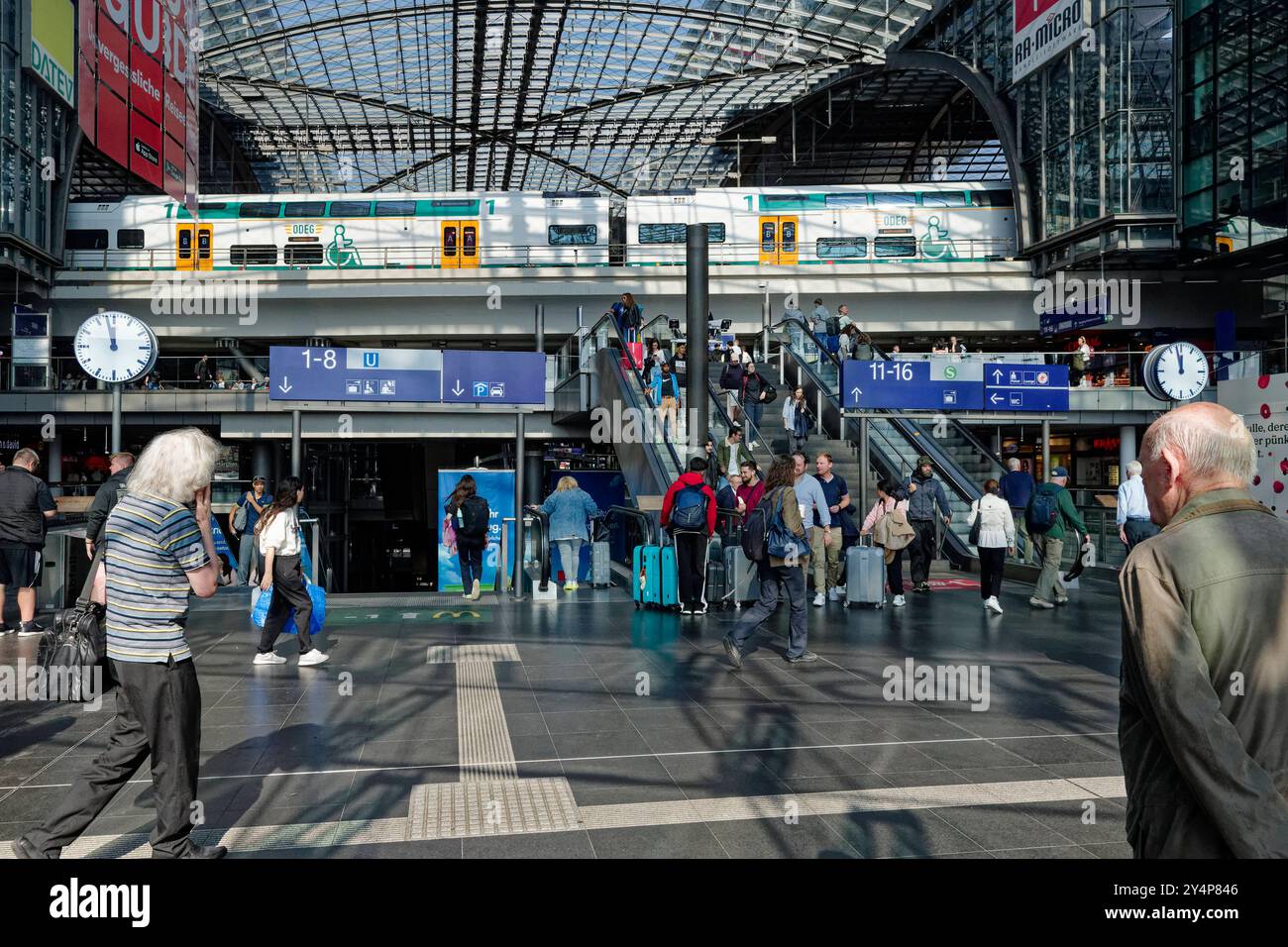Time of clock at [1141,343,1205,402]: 11:57
